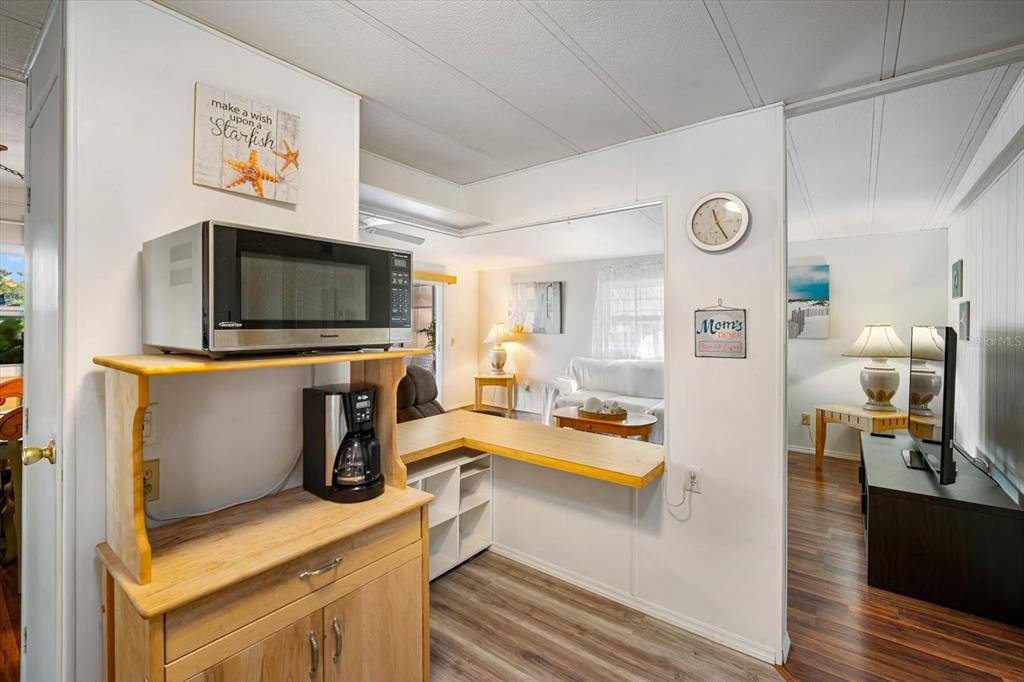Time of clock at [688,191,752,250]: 11:24
